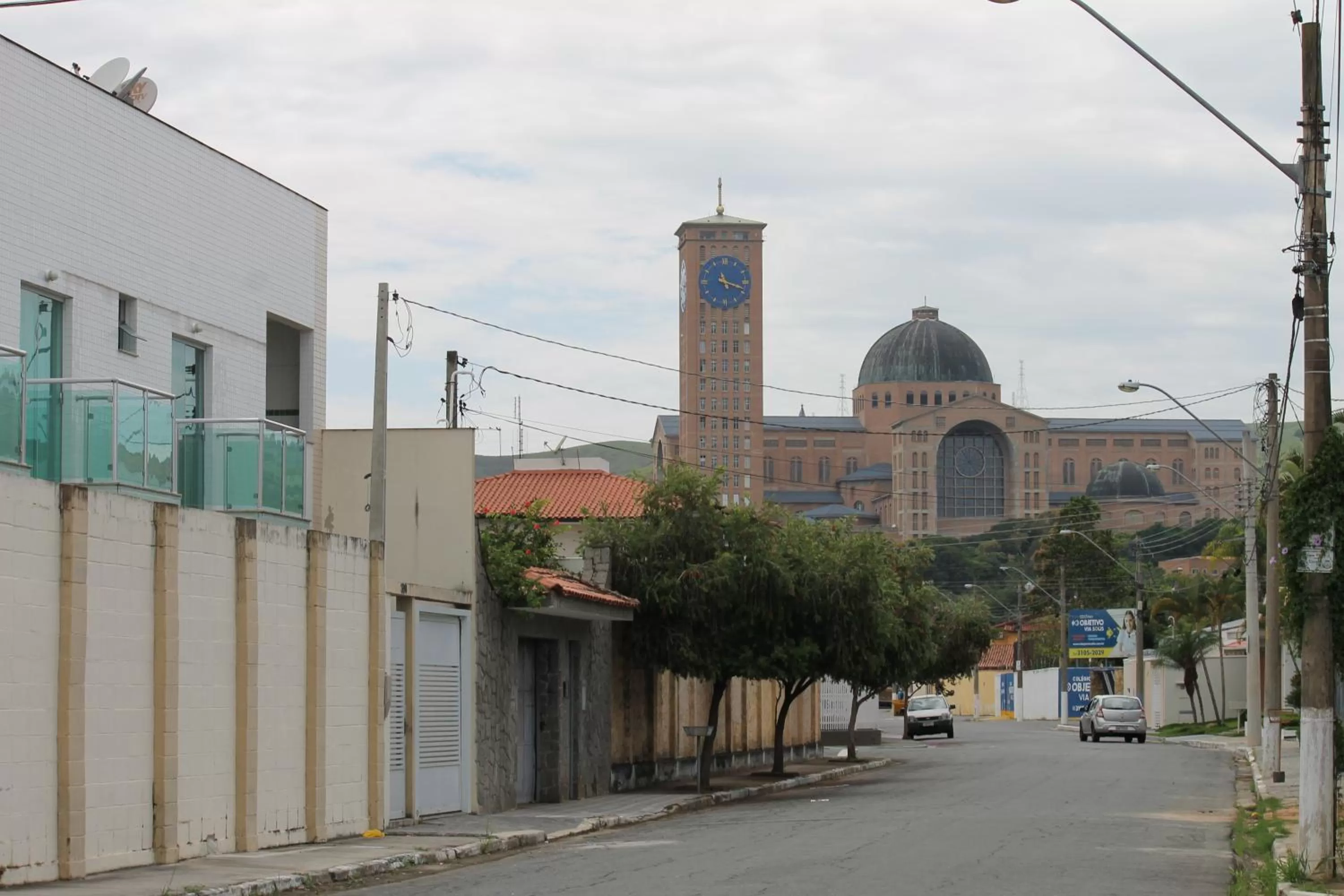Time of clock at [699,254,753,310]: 11:18
